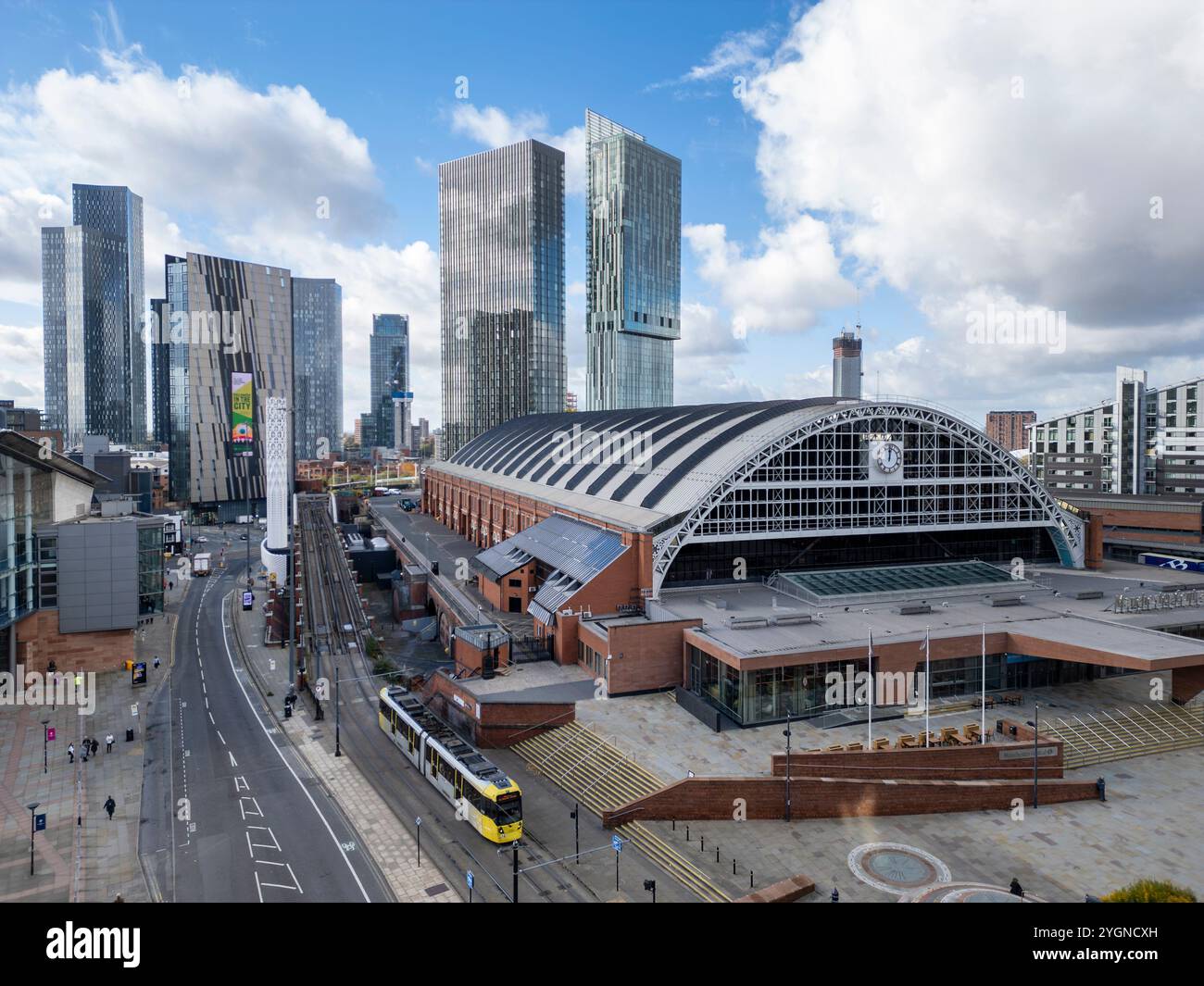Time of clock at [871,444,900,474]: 12:01
